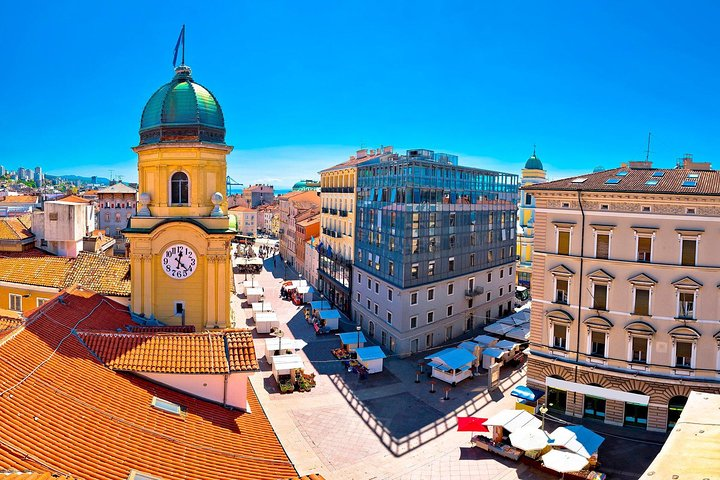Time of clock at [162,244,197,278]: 12:22
